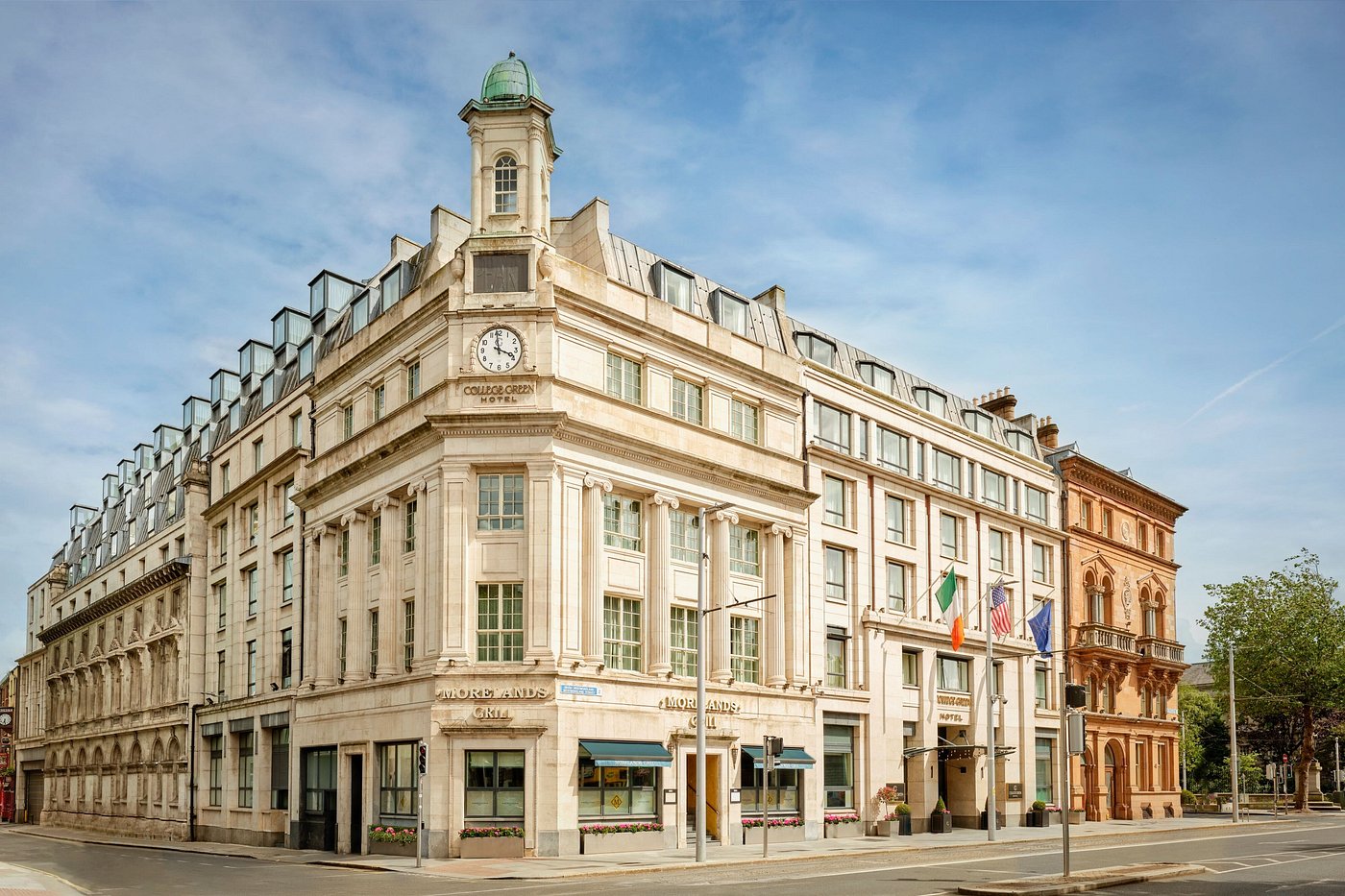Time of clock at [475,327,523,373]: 3:58
